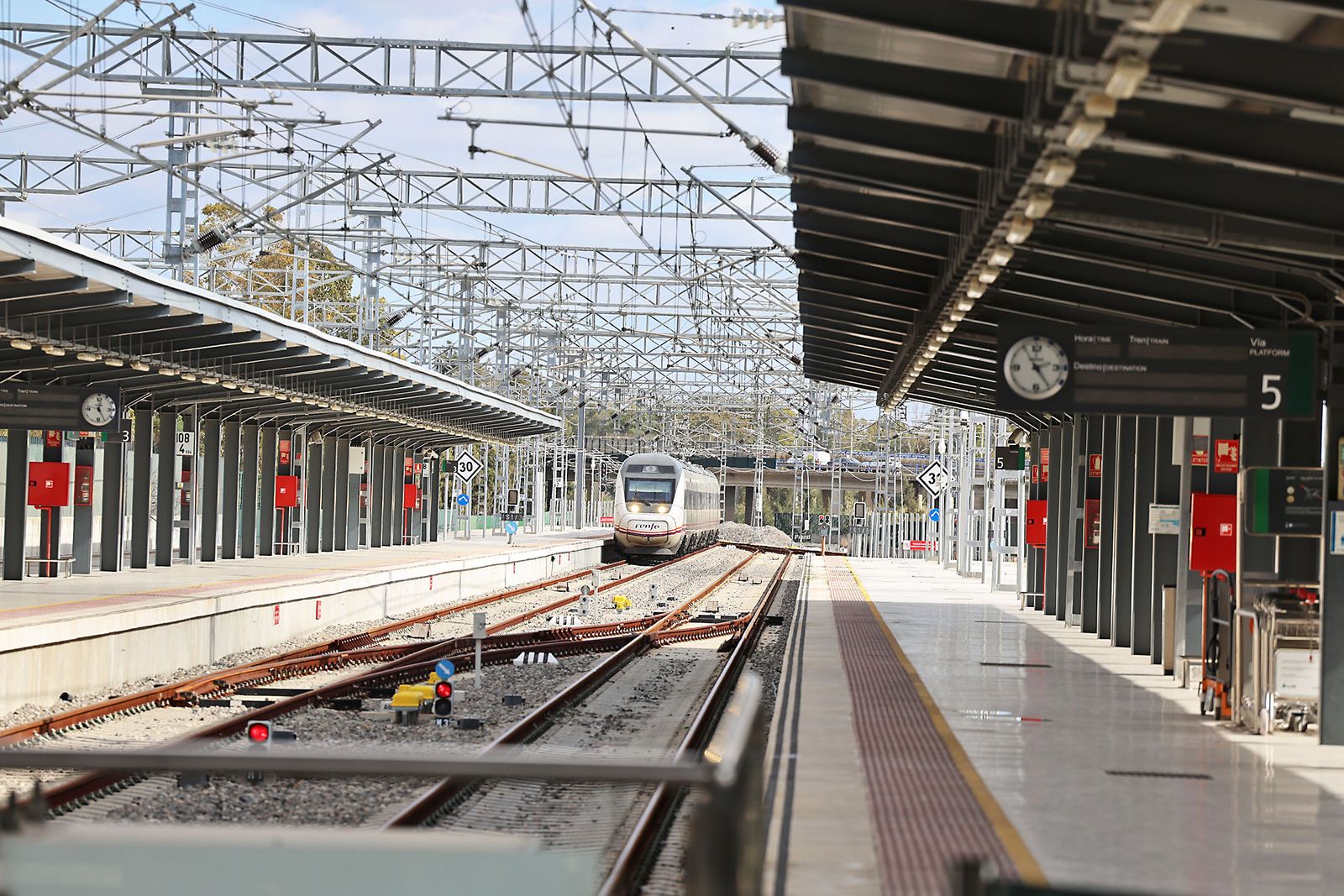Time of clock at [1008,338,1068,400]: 2:24
